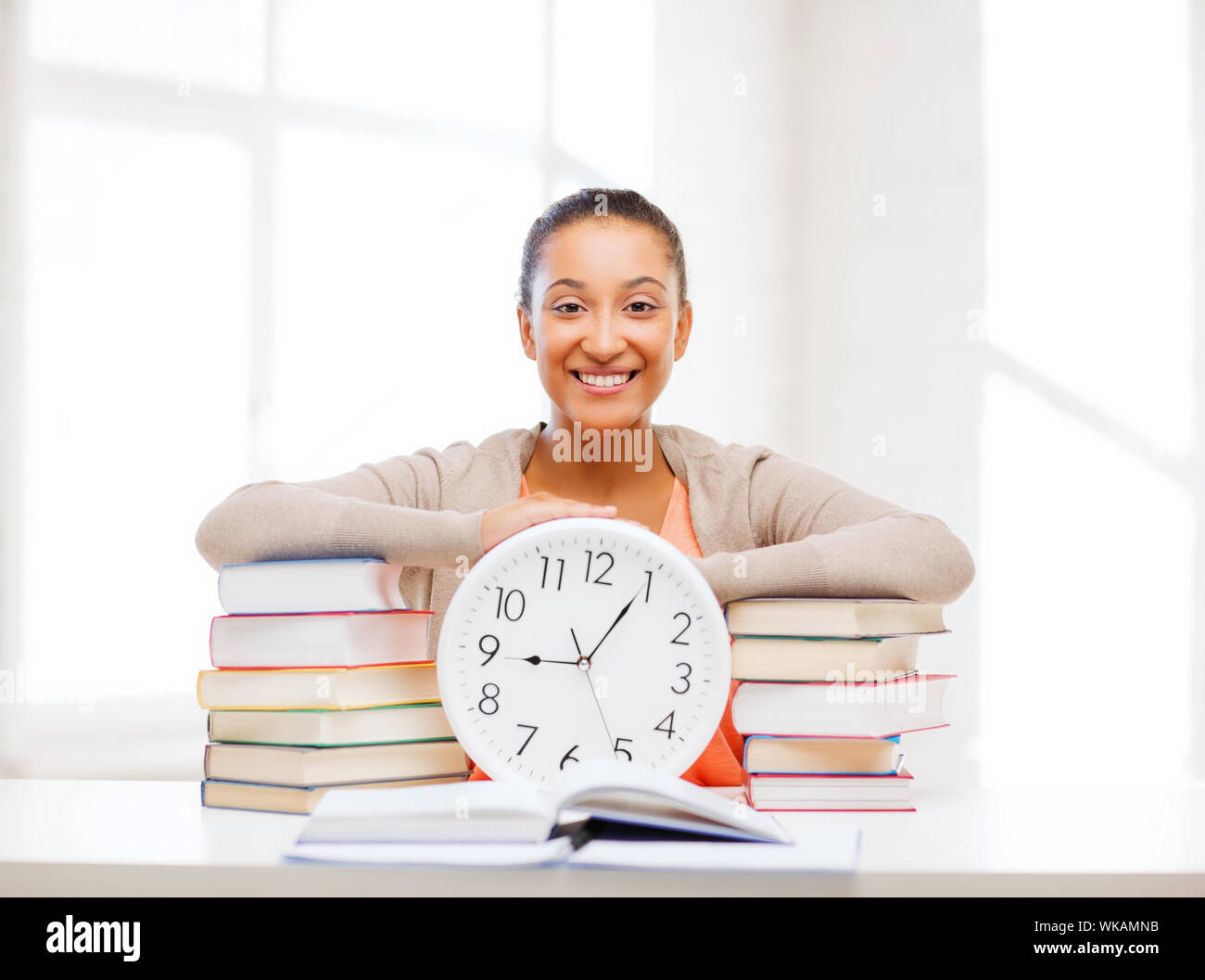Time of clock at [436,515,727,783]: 9:04
